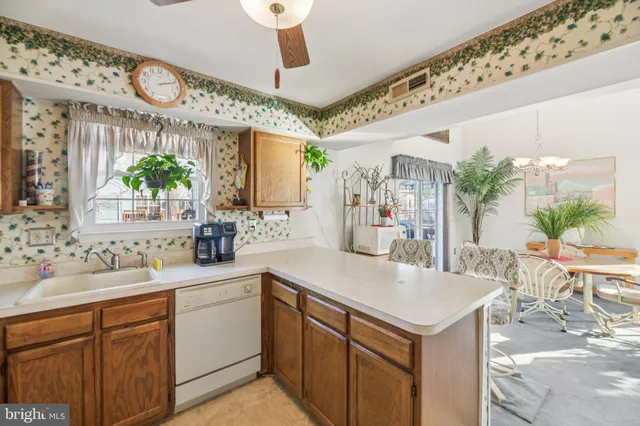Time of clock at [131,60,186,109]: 2:11
